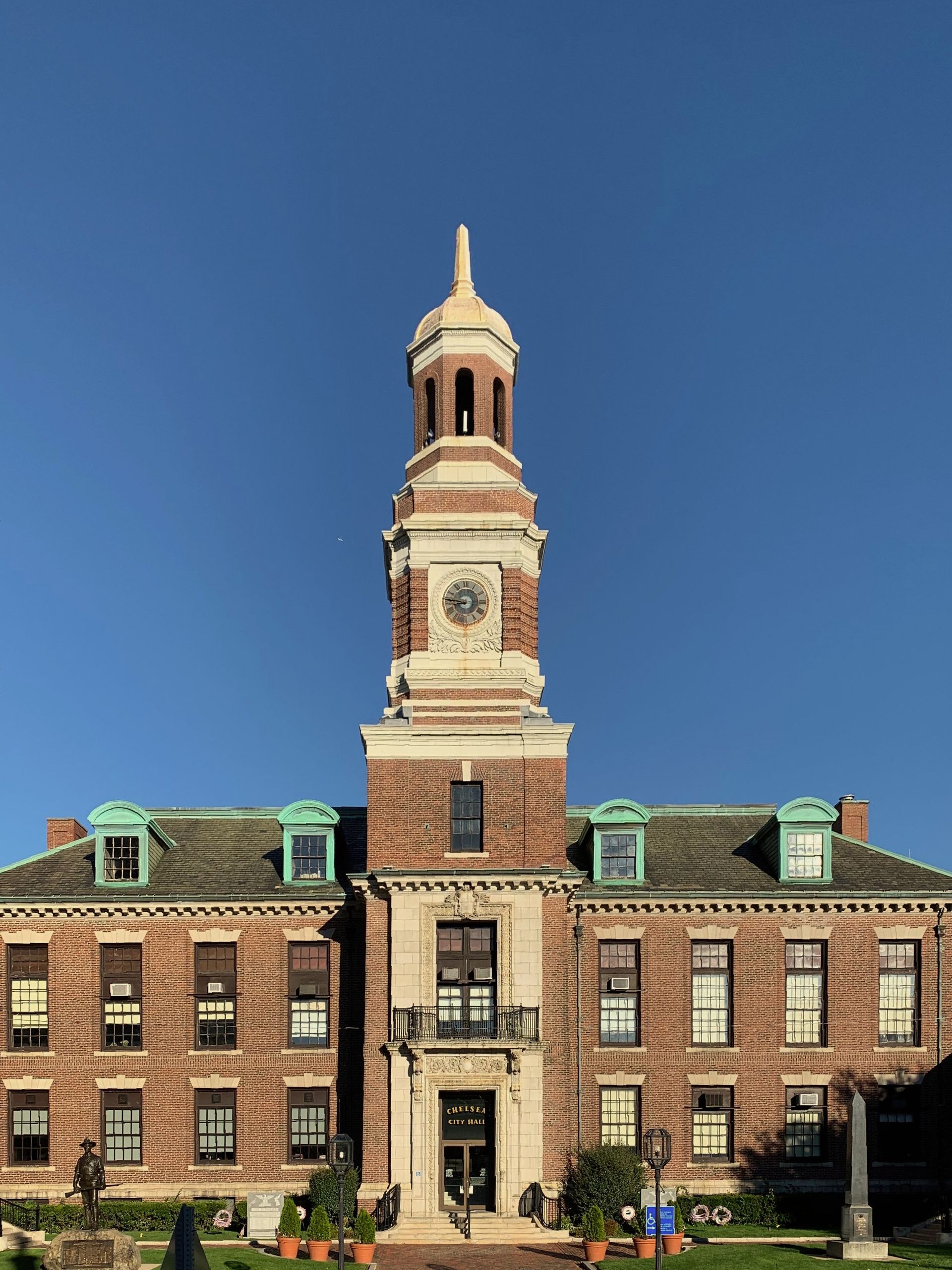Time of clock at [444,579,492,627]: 8:46
